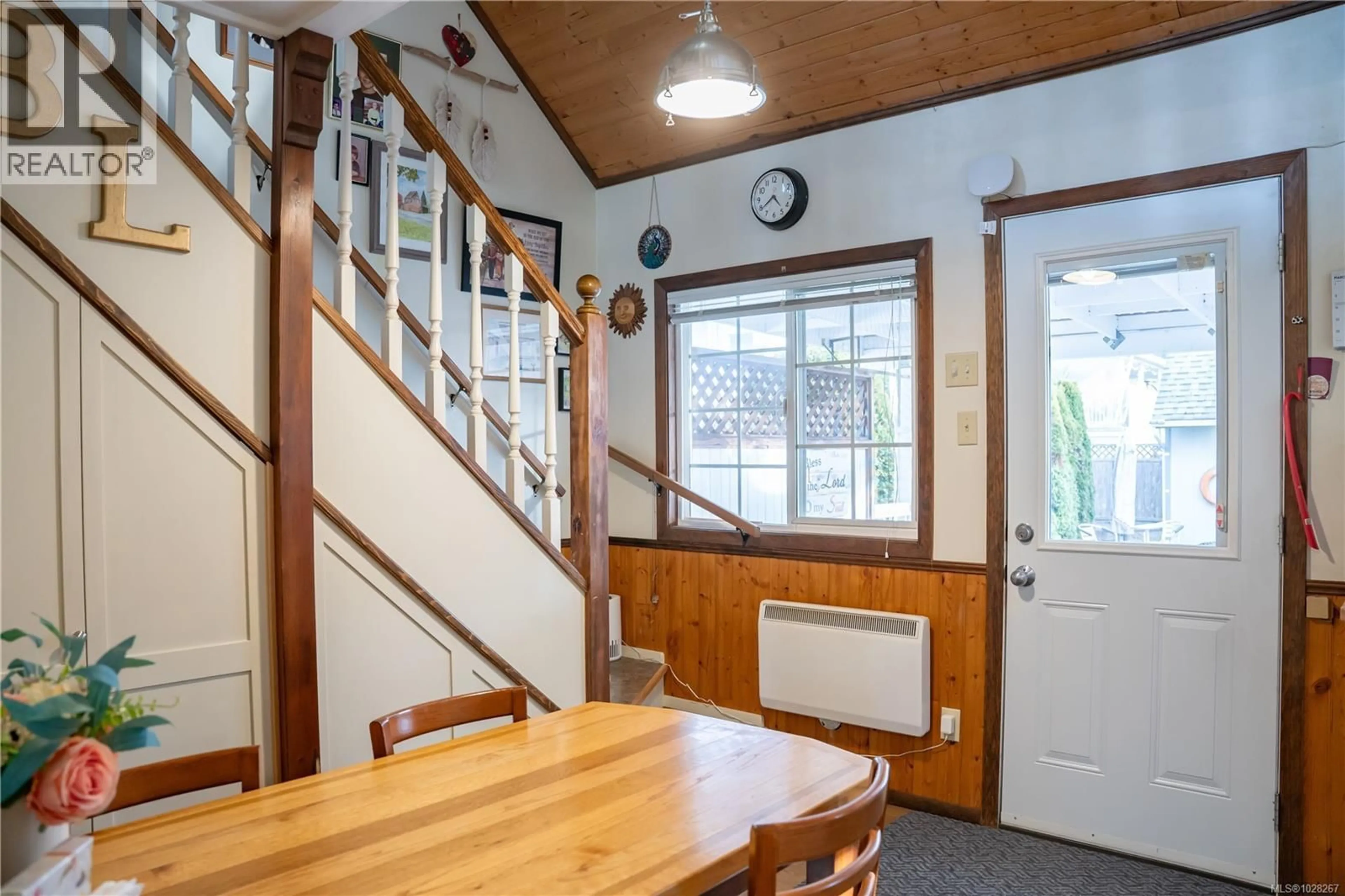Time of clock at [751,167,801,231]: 4:39
